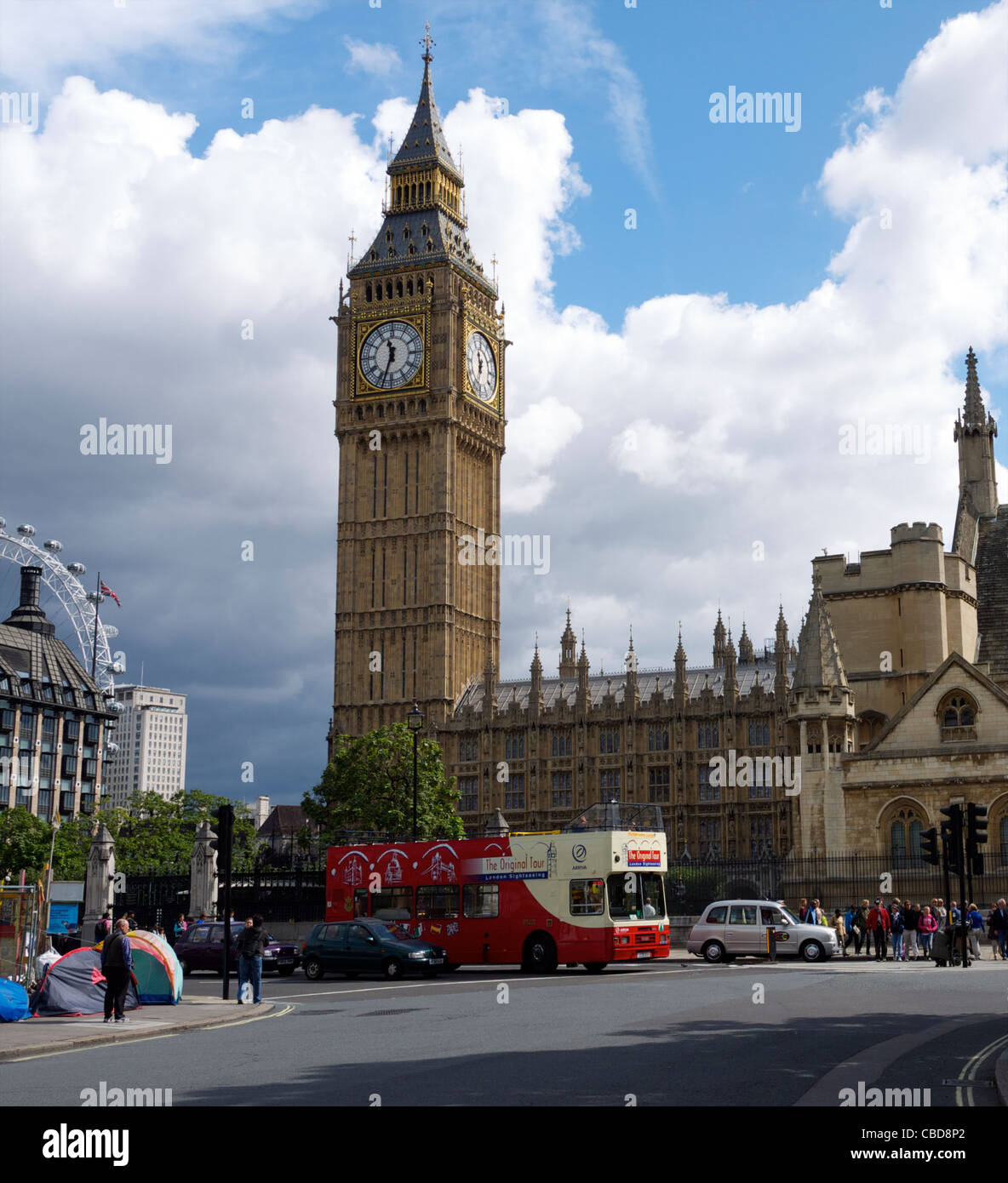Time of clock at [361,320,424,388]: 11:33
